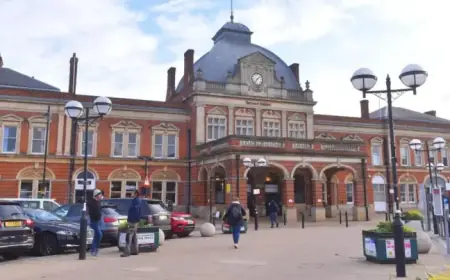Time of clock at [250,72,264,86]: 7:07
